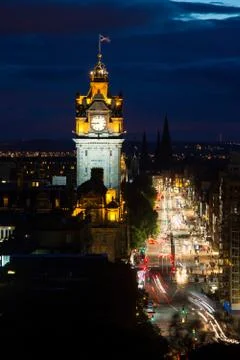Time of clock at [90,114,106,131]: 8:45
